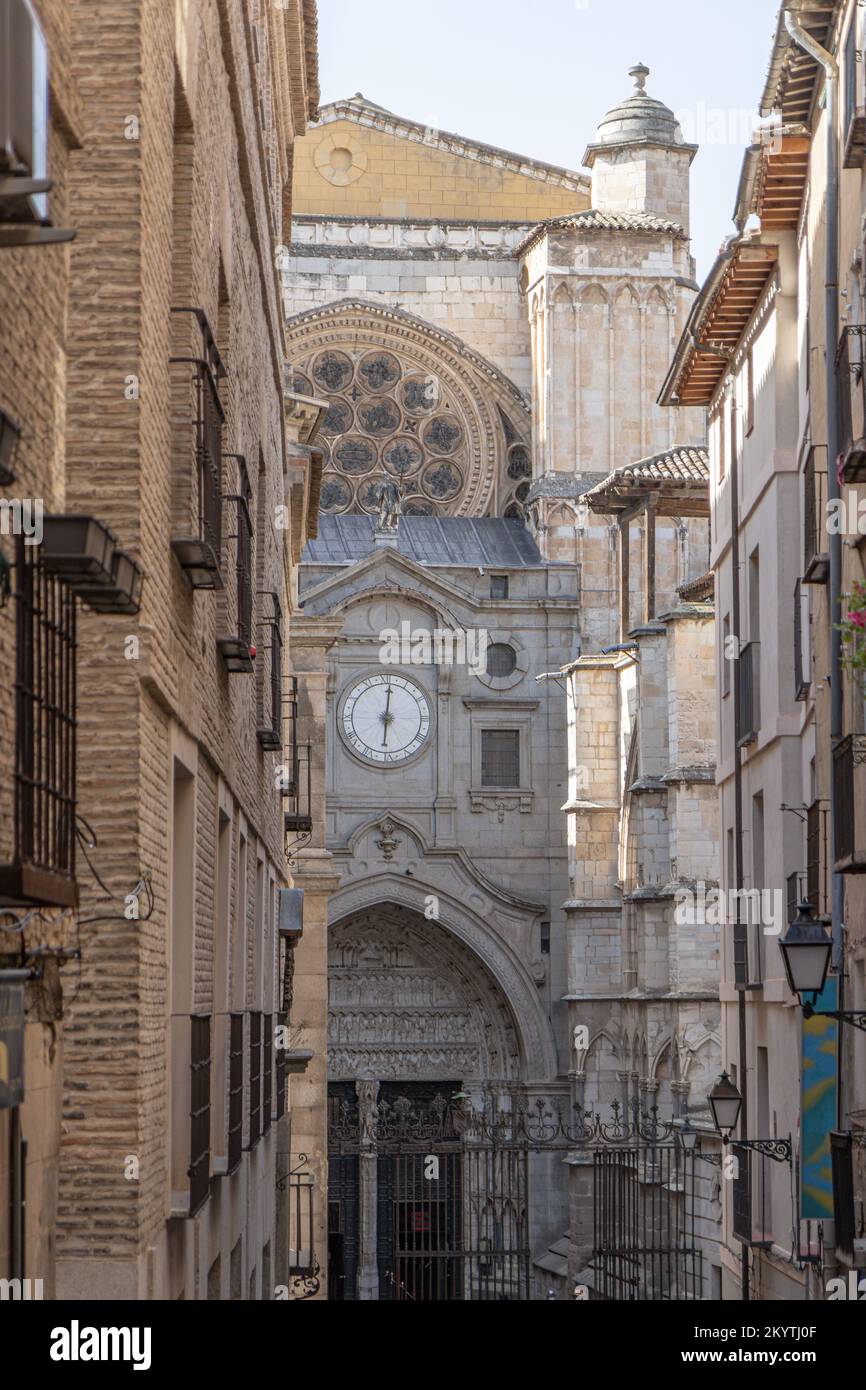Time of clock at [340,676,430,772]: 6:00
